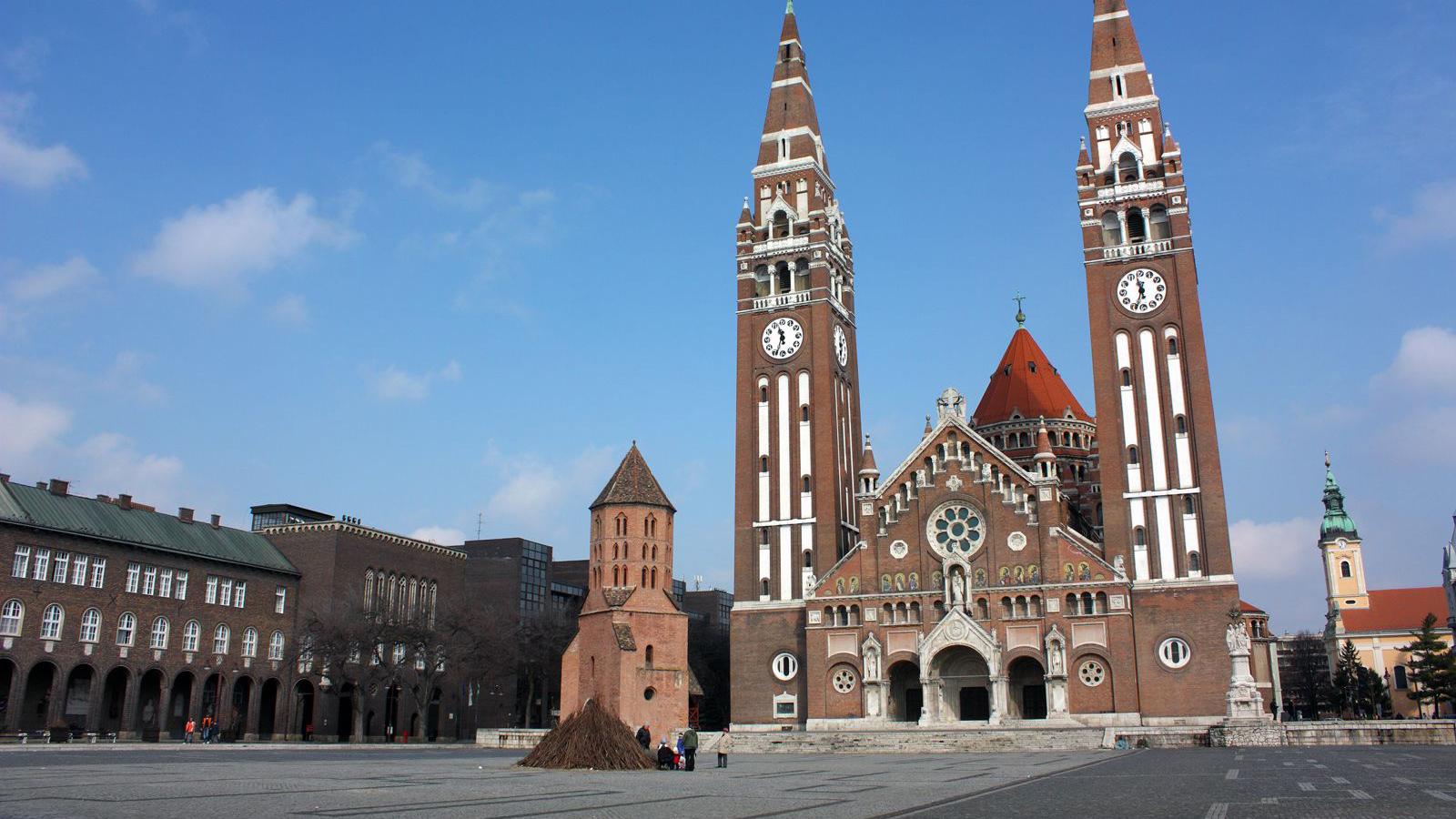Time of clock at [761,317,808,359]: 11:33
